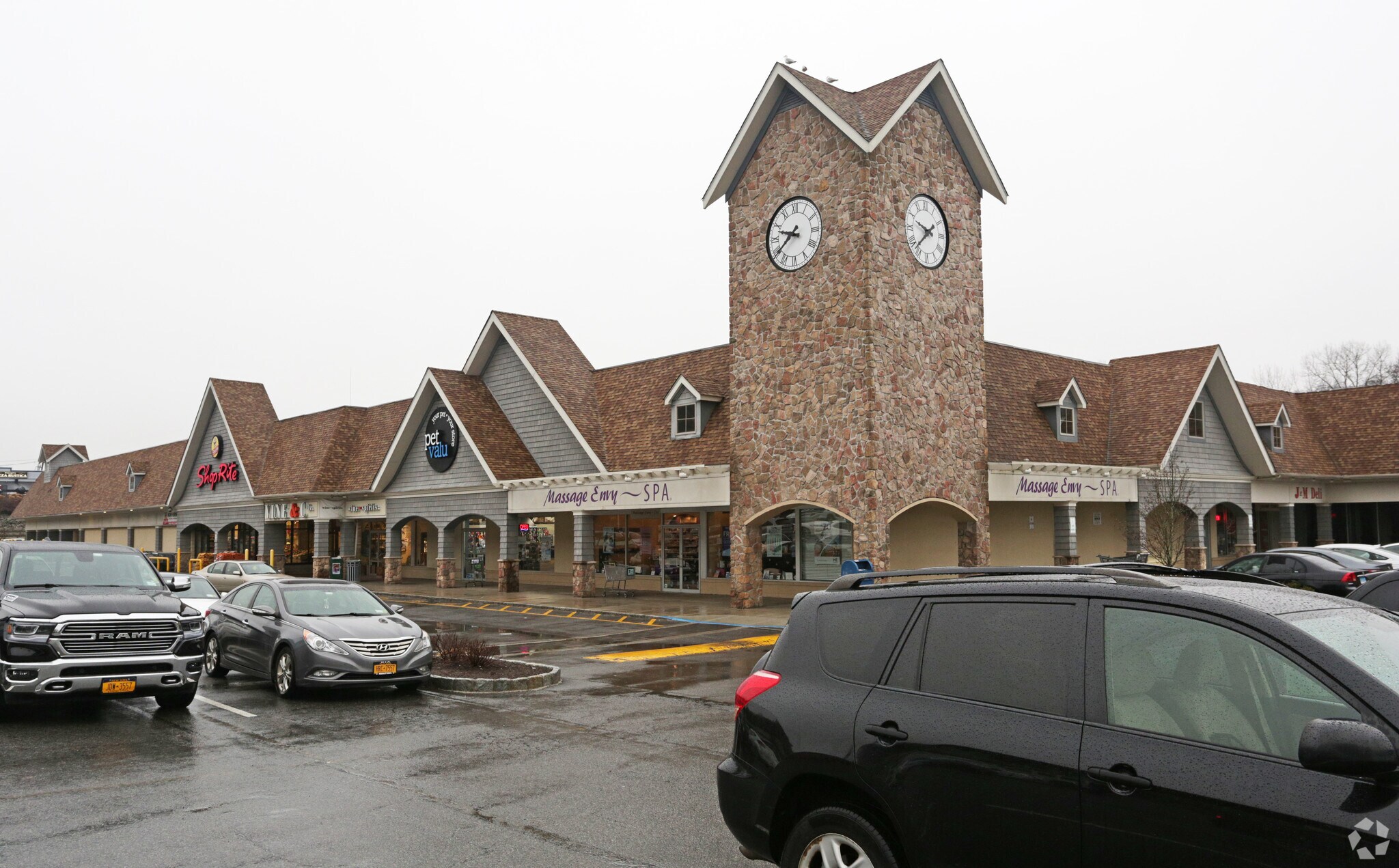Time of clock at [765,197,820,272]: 9:39
